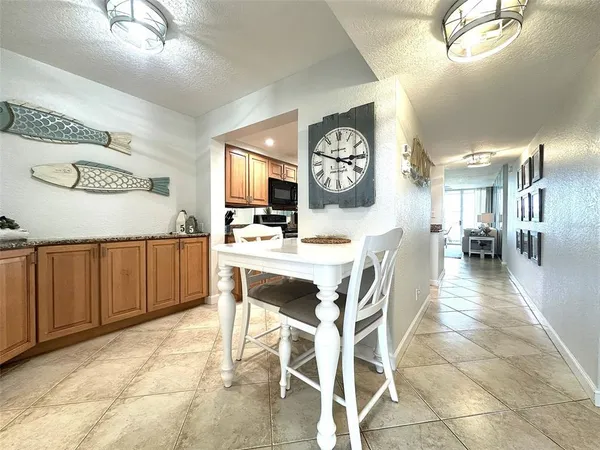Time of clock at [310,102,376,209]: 2:48
